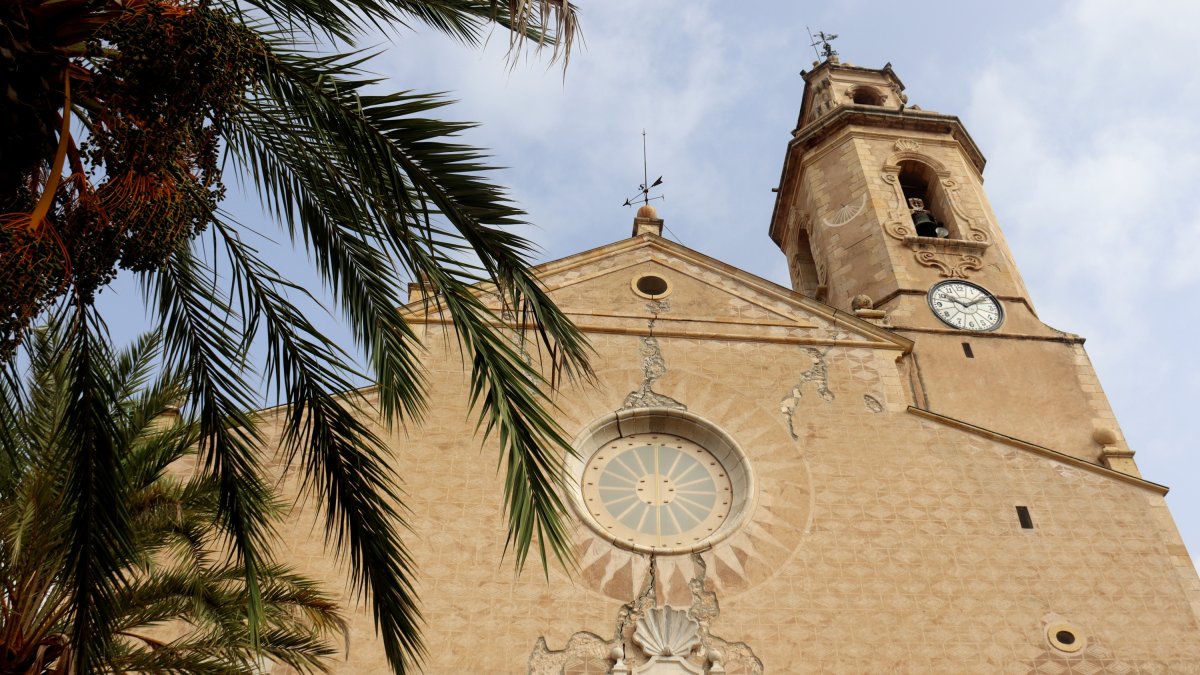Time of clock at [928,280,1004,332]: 10:10
